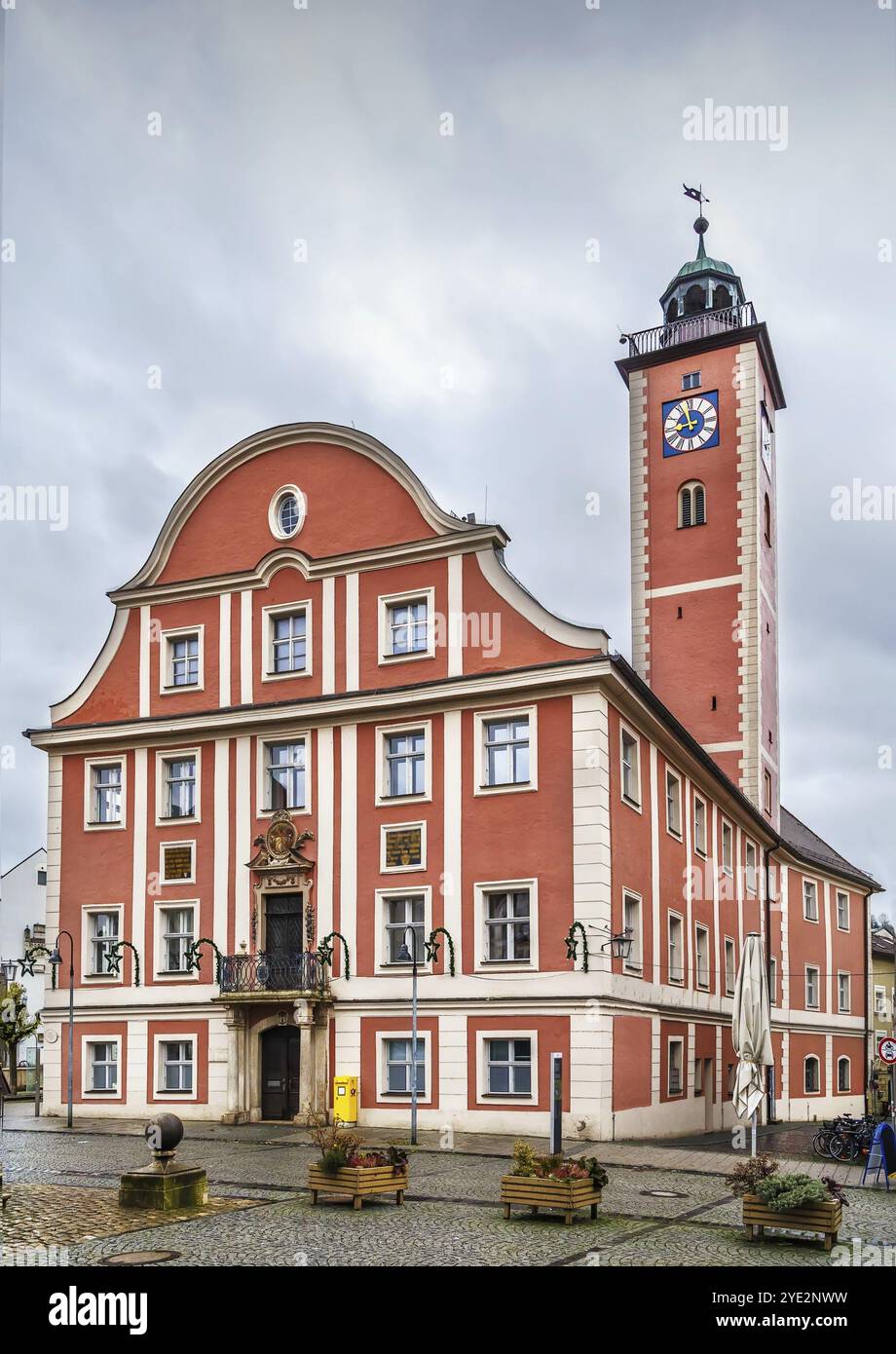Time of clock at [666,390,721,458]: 8:57
